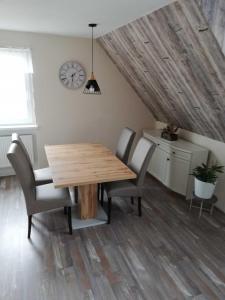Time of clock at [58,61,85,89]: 6:08
